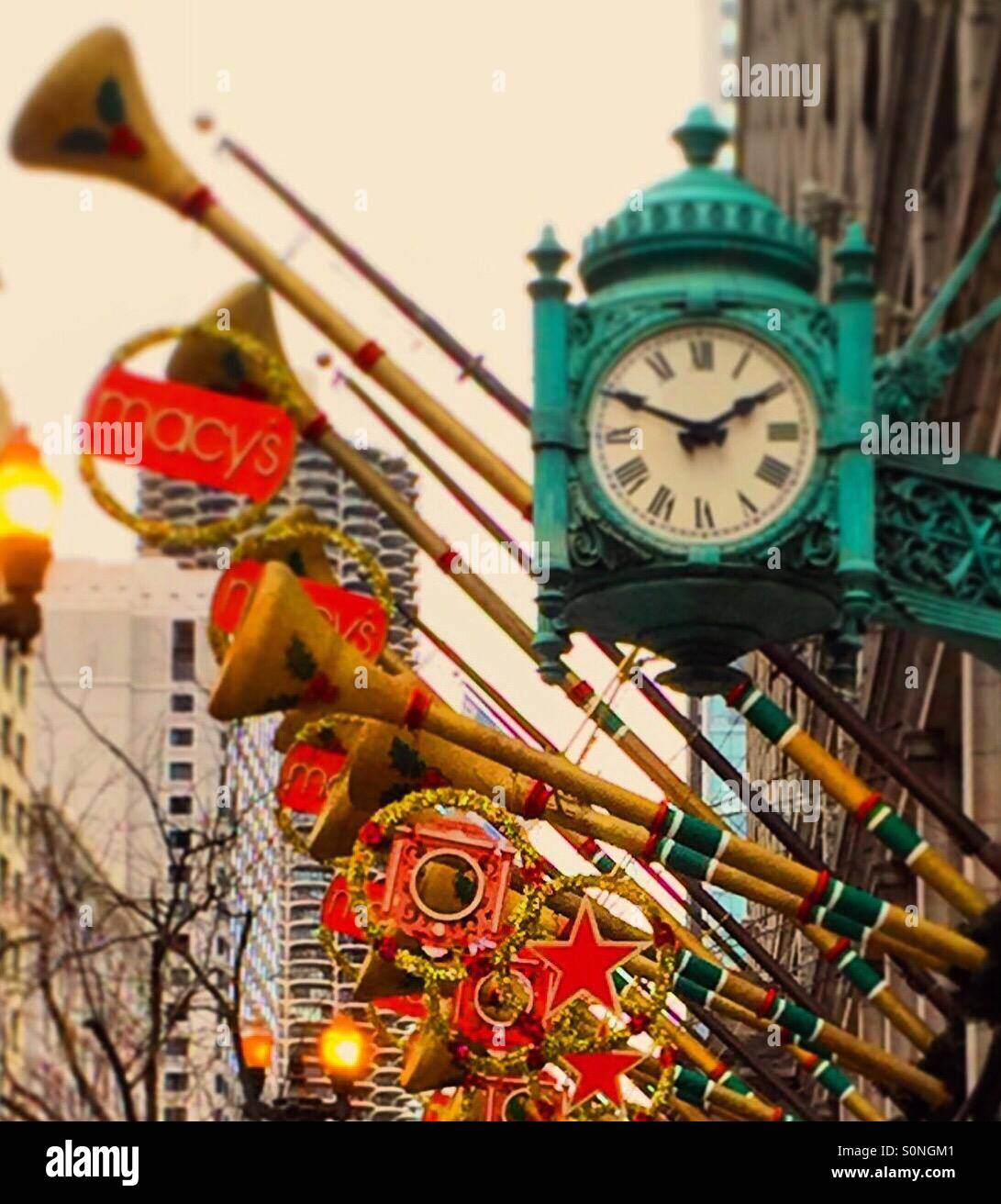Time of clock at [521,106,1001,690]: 1:50
